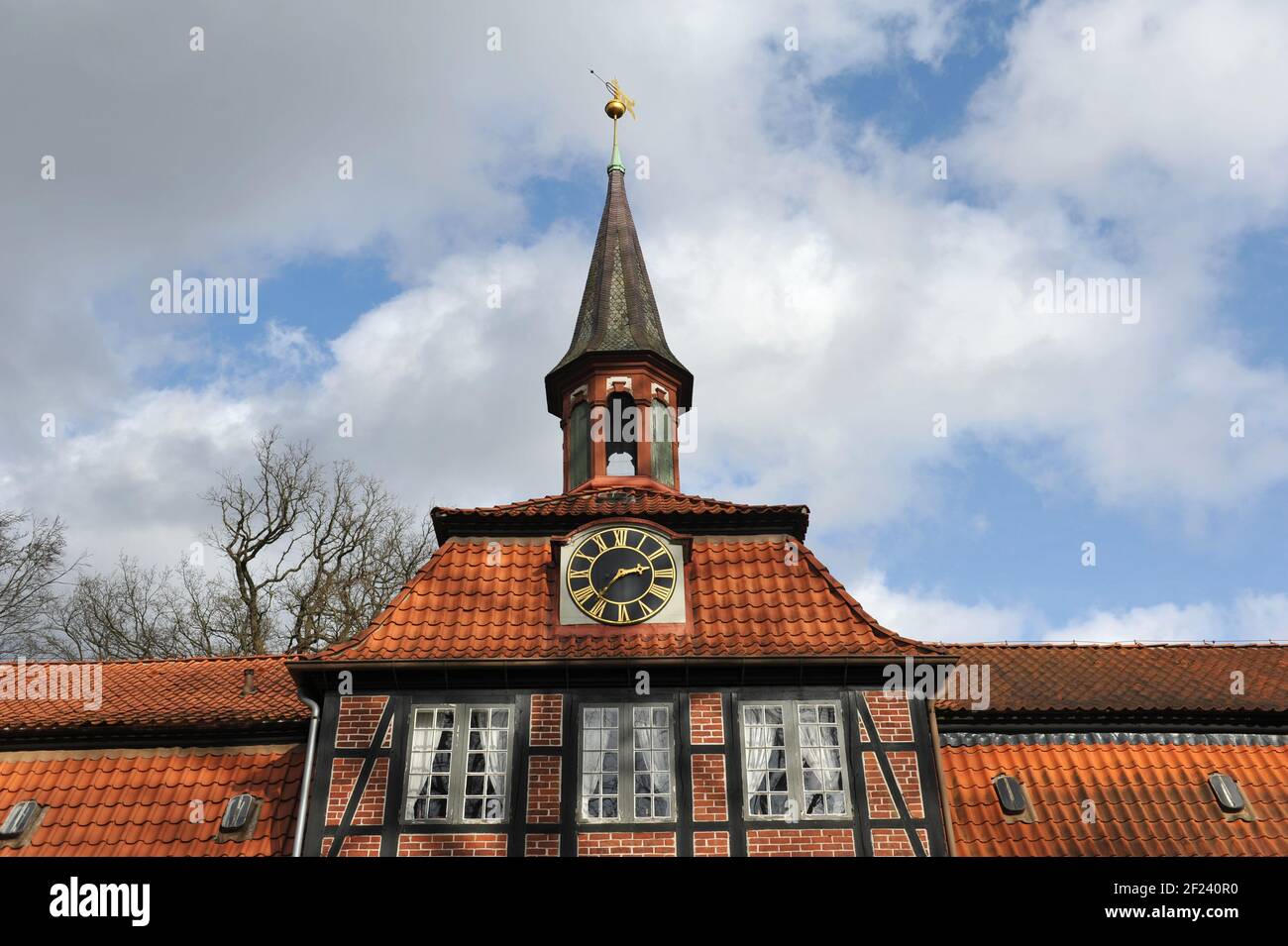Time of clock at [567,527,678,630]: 2:37
